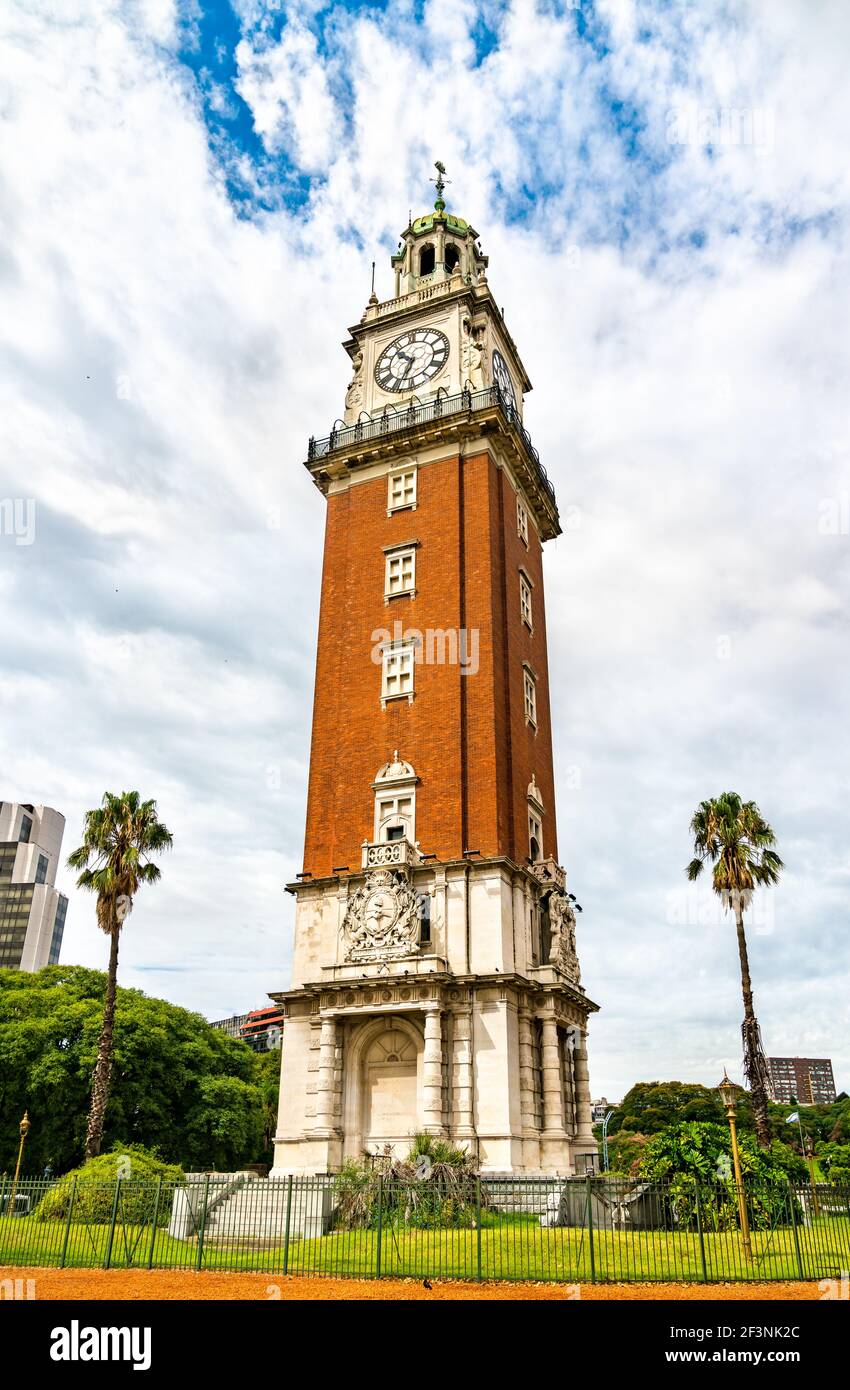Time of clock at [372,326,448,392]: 10:34
